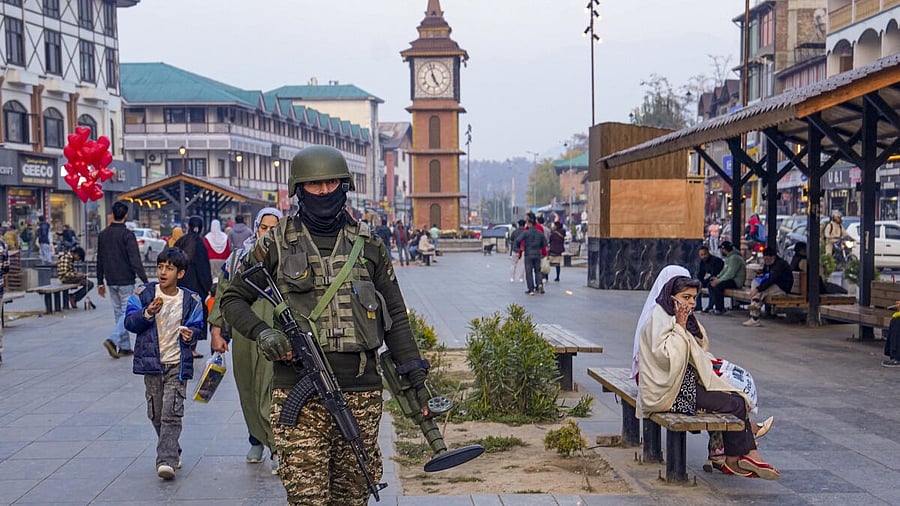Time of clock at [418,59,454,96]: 4:57
